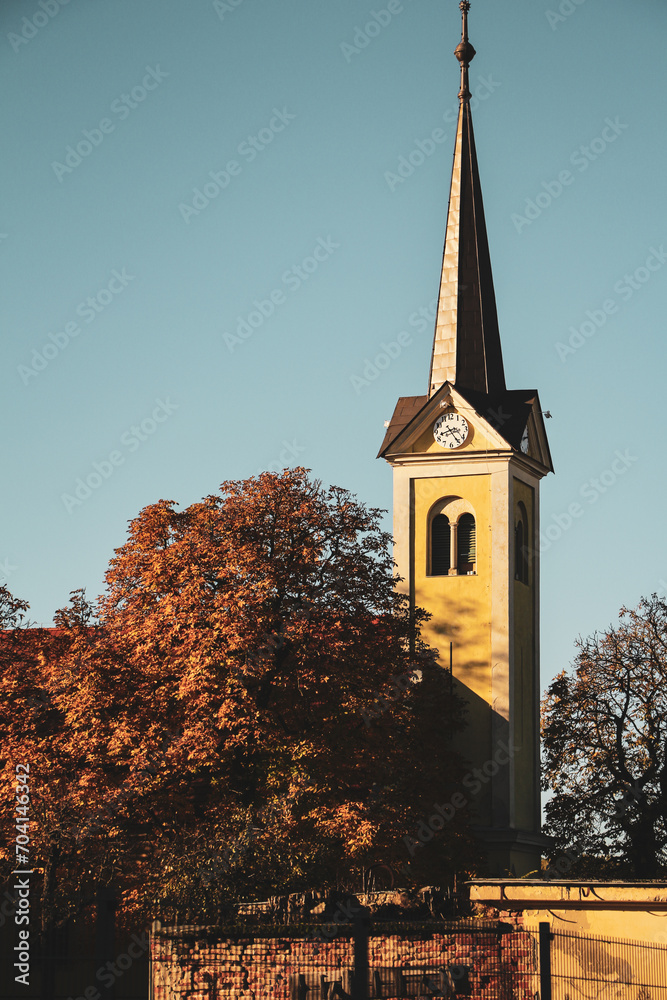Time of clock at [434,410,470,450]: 8:24
